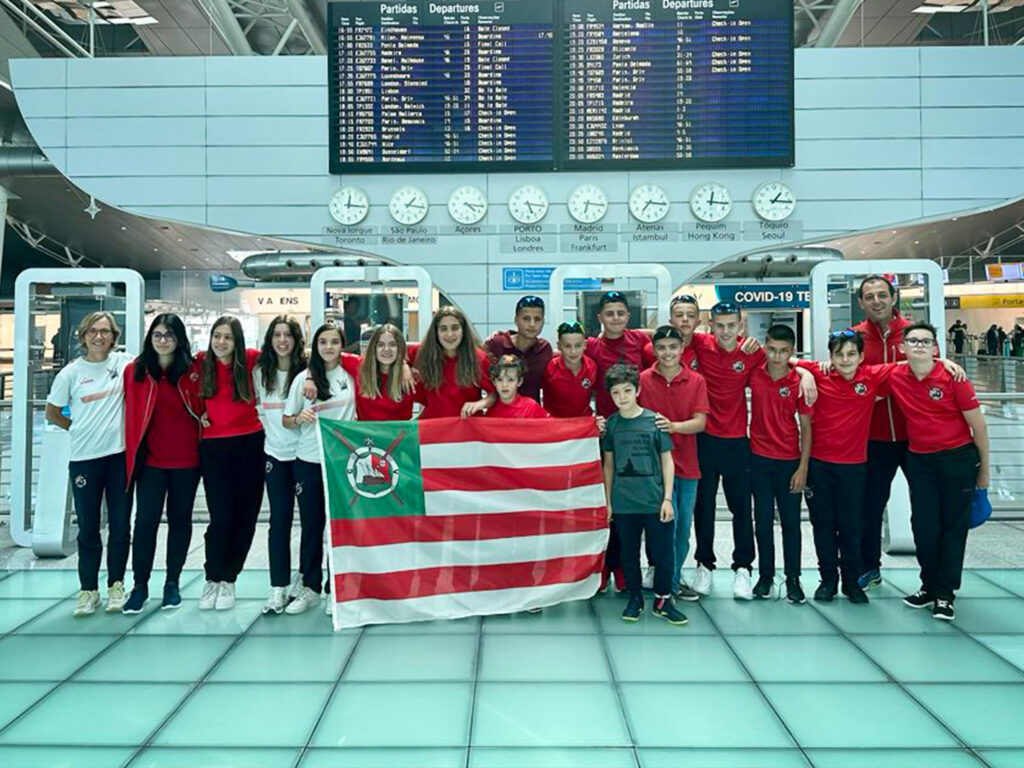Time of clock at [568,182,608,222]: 6:15
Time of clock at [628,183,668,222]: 7:15
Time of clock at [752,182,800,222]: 1:16
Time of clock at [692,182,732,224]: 12:16
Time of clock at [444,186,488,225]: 4:15
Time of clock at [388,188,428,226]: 1:16
